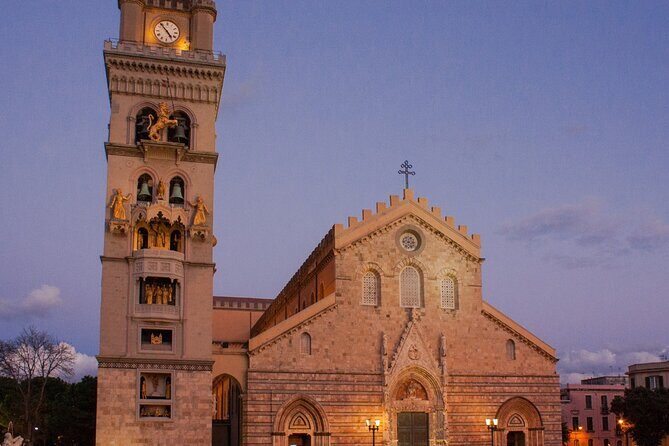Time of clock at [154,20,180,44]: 4:53
